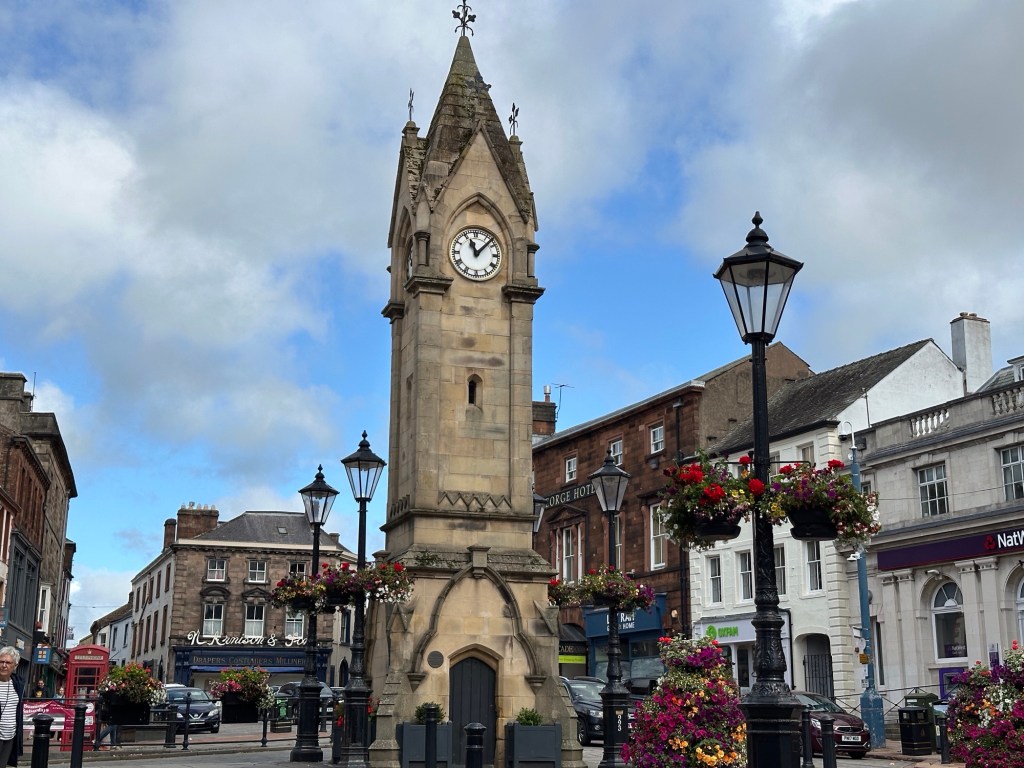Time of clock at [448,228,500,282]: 11:07
